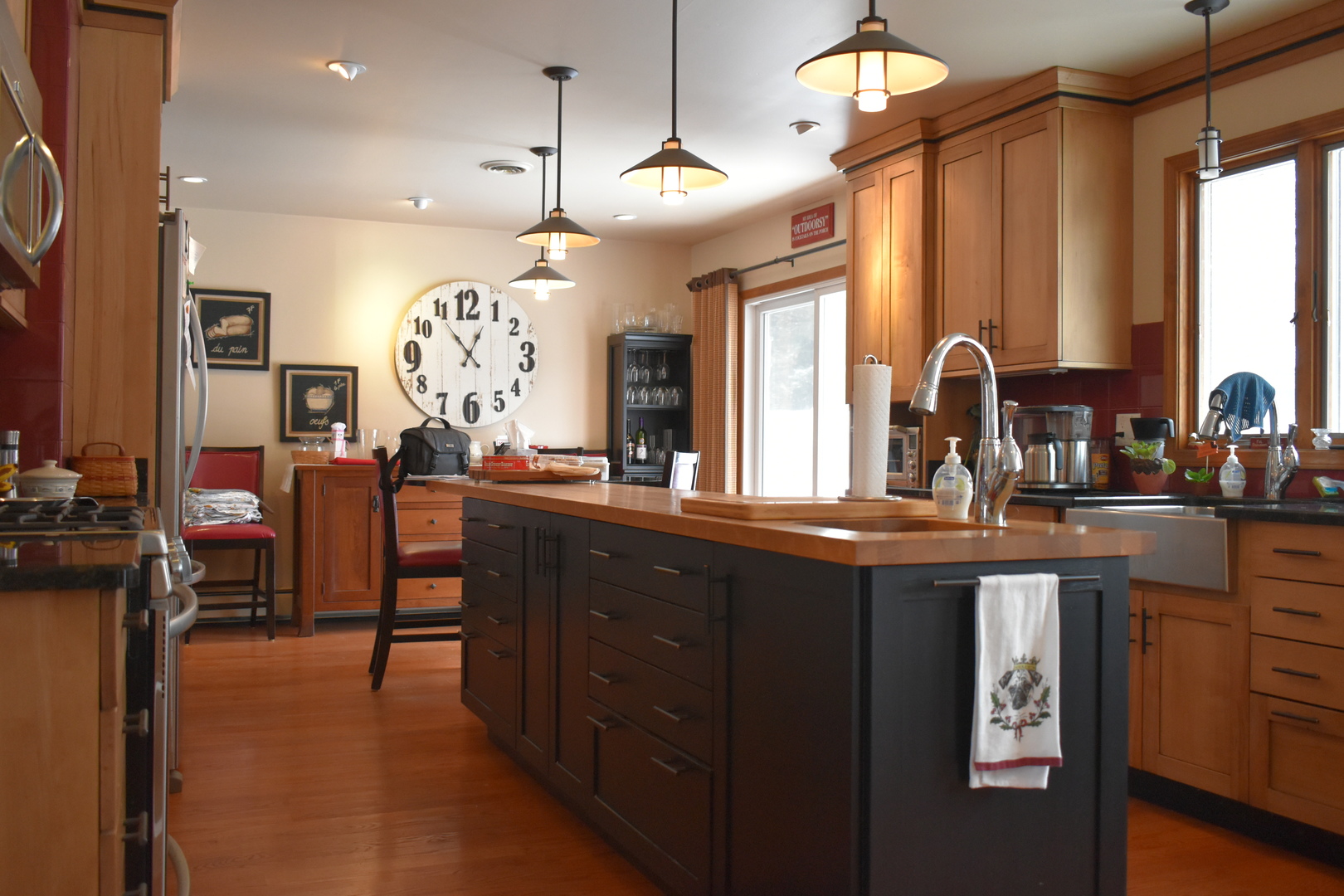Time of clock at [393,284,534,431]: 12:53
